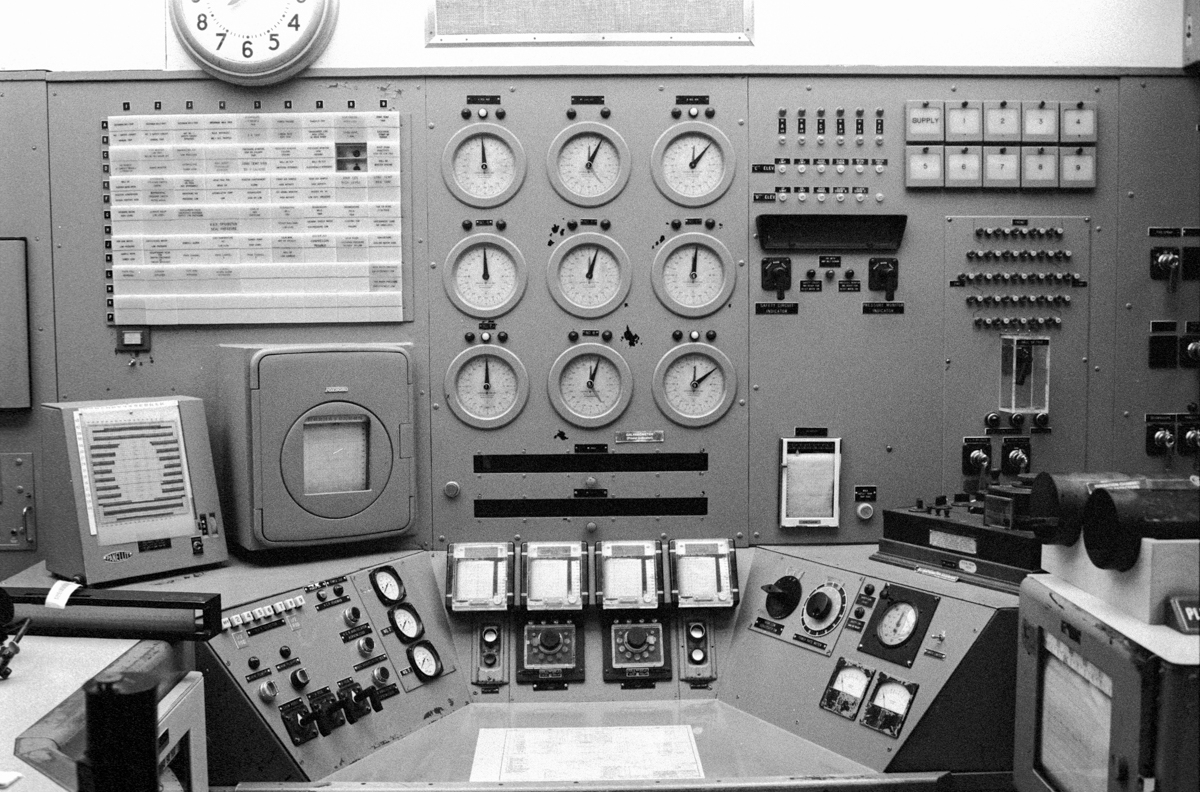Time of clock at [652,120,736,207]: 12:07
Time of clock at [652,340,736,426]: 12:09
